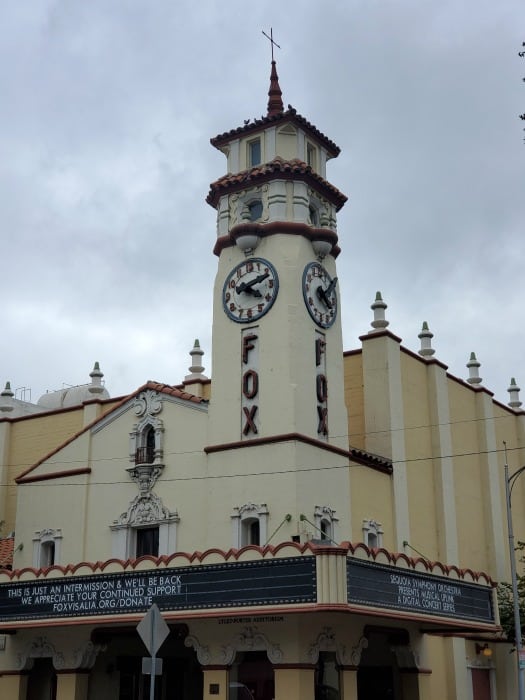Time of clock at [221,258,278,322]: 4:11
